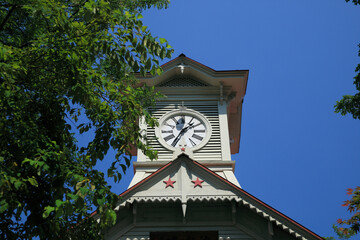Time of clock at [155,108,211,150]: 1:34
